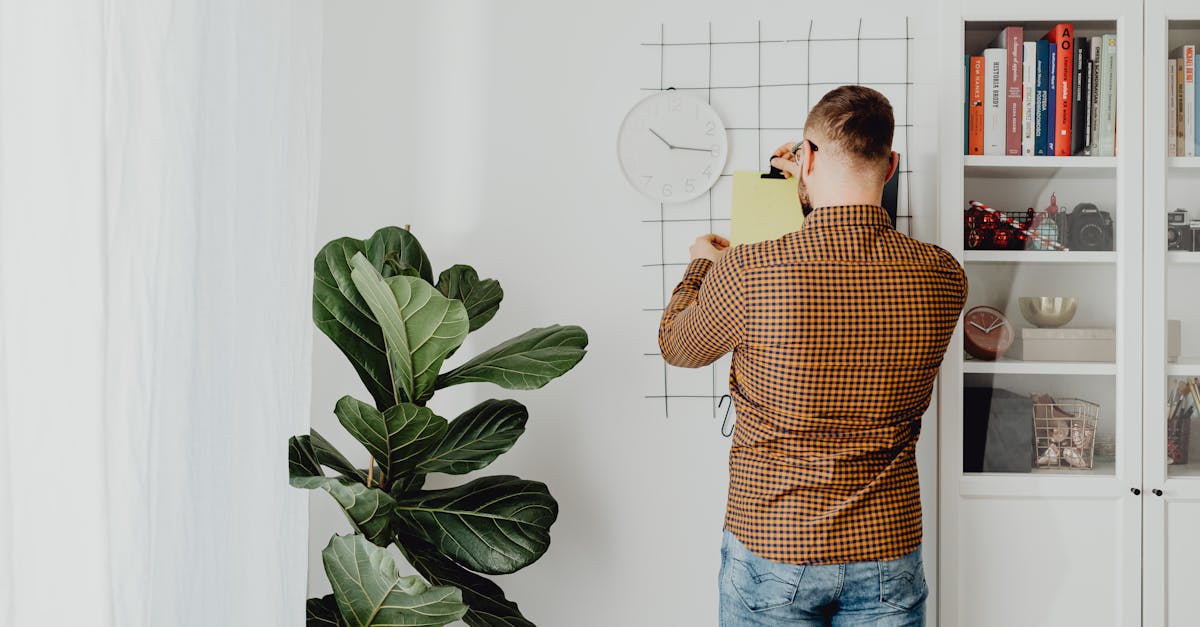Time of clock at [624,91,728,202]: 10:14
